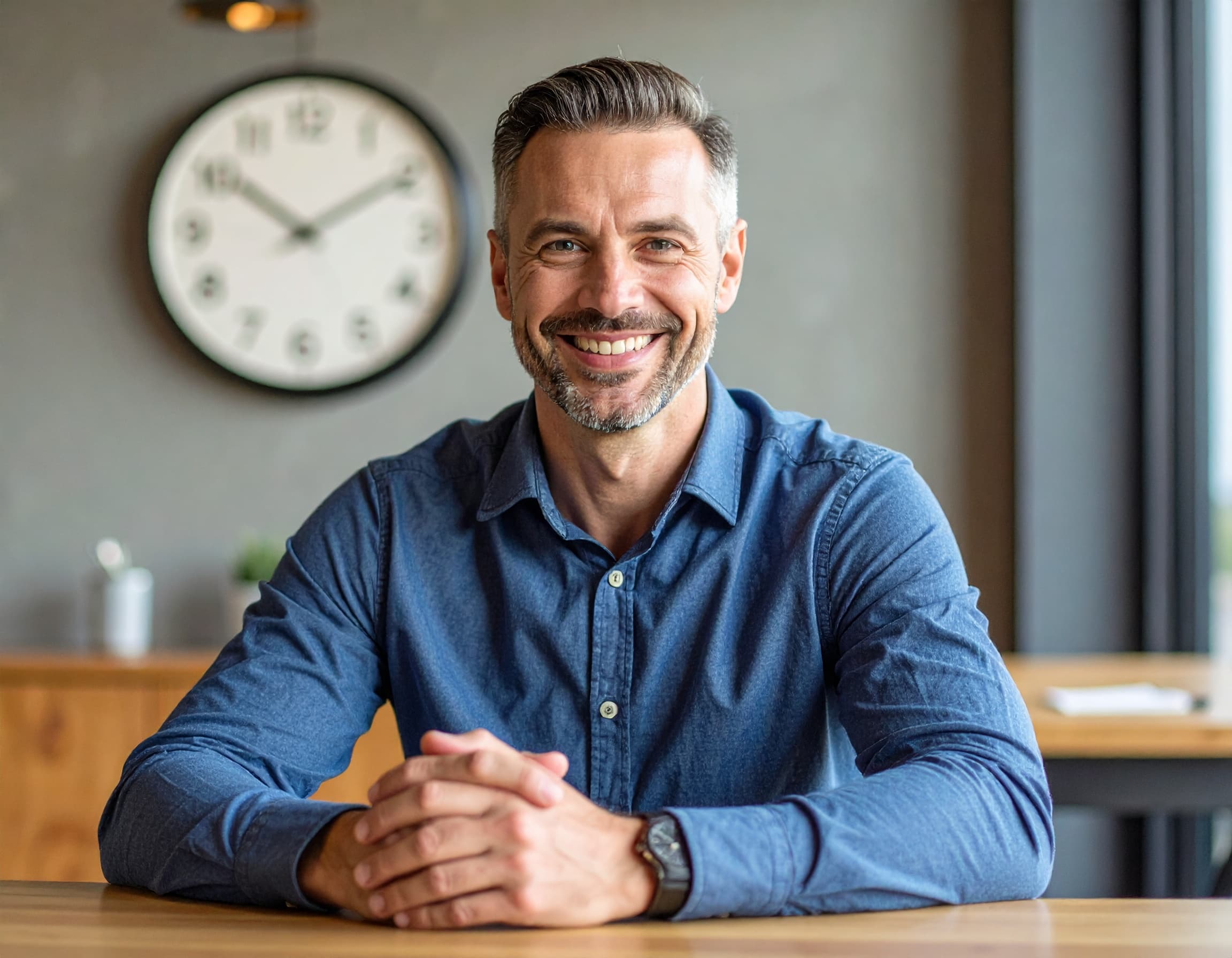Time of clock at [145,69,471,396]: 10:09
